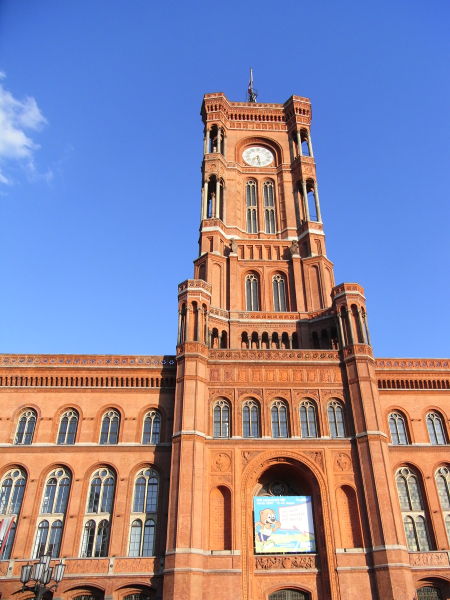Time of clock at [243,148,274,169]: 7:28
